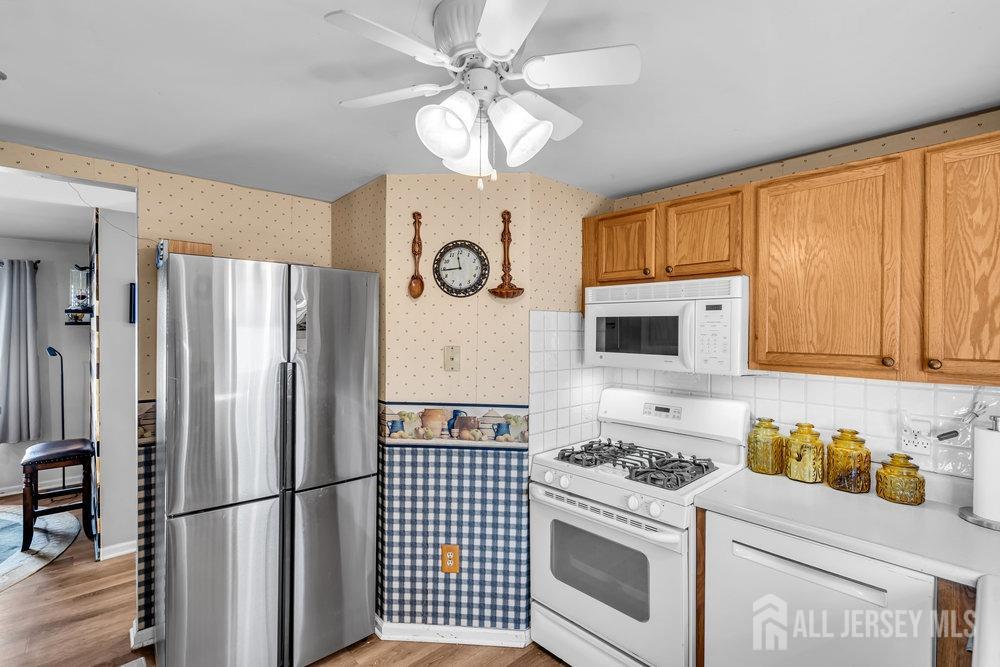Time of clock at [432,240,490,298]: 11:44
